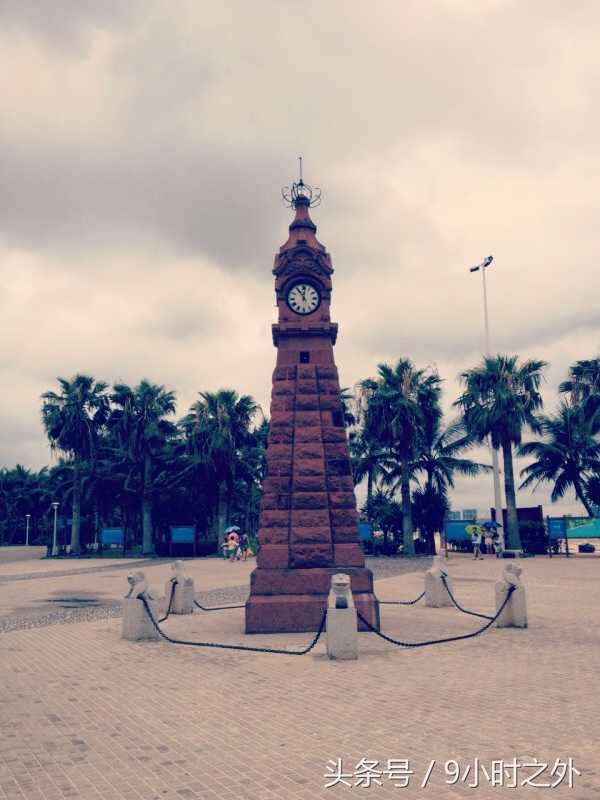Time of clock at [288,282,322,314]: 11:01
